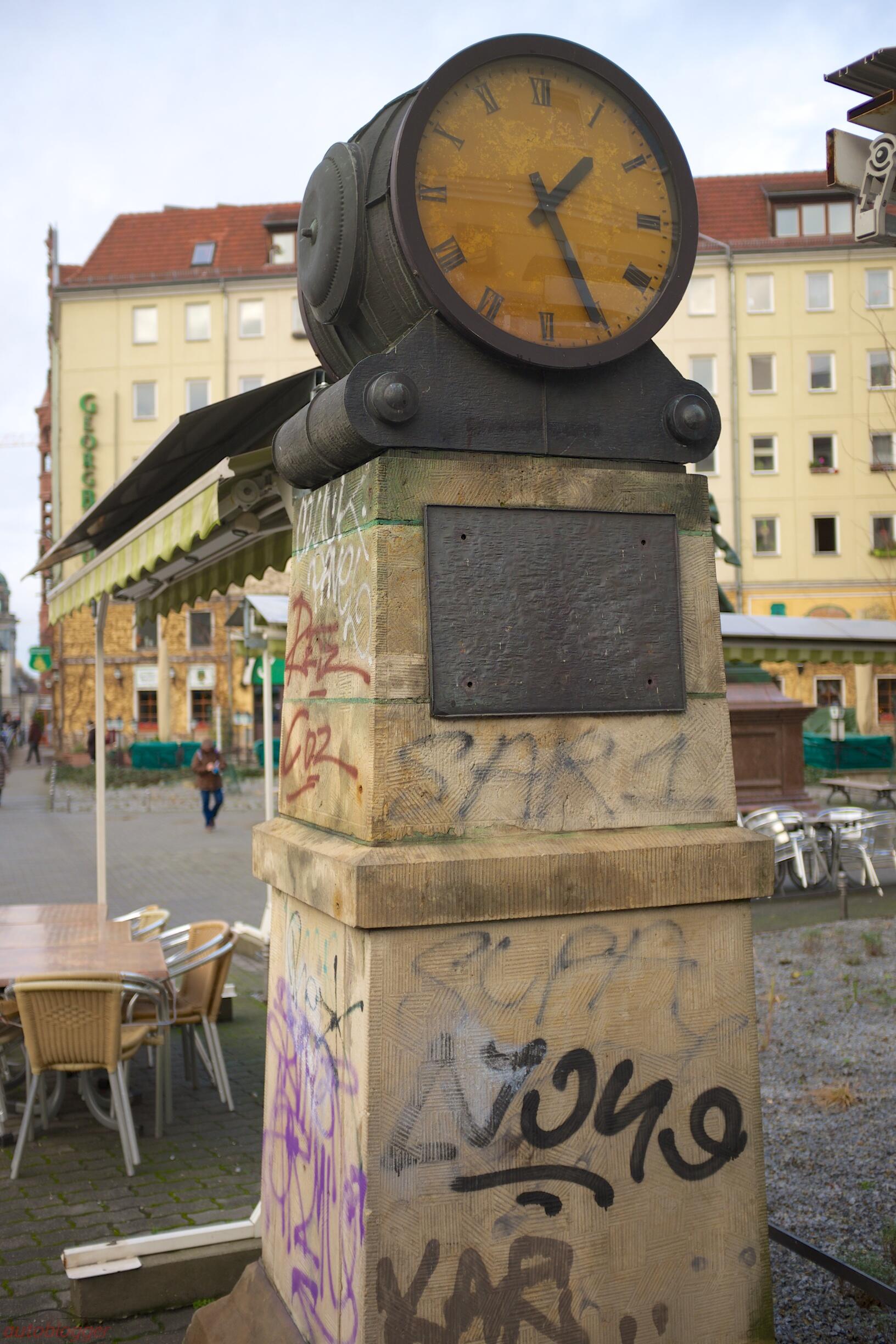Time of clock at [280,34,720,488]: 1:25
